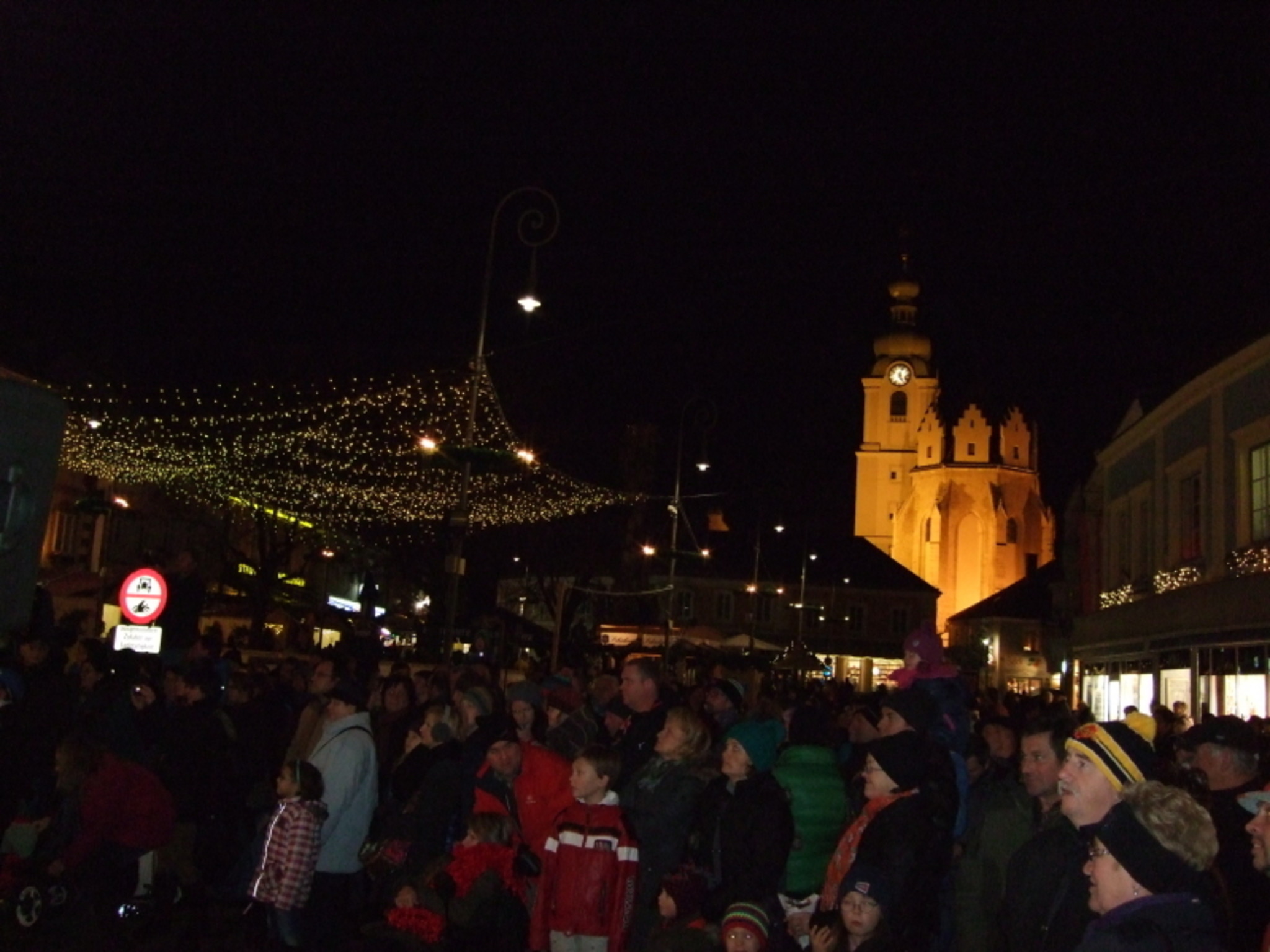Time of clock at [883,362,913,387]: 5:03
